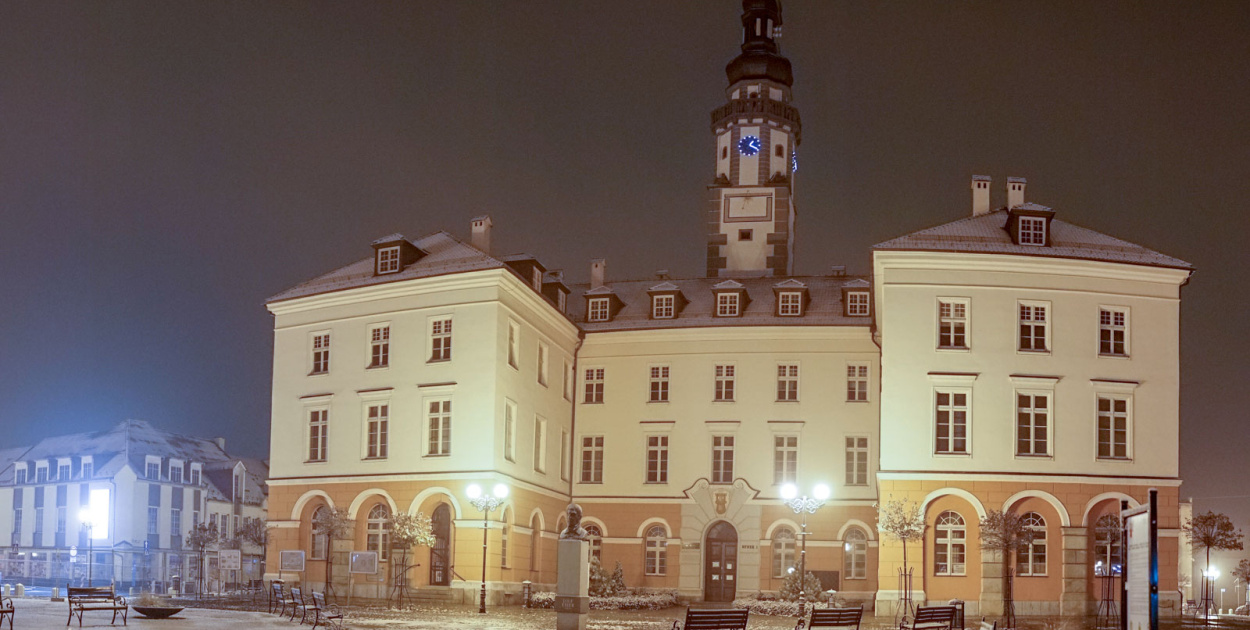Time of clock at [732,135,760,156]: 1:18
